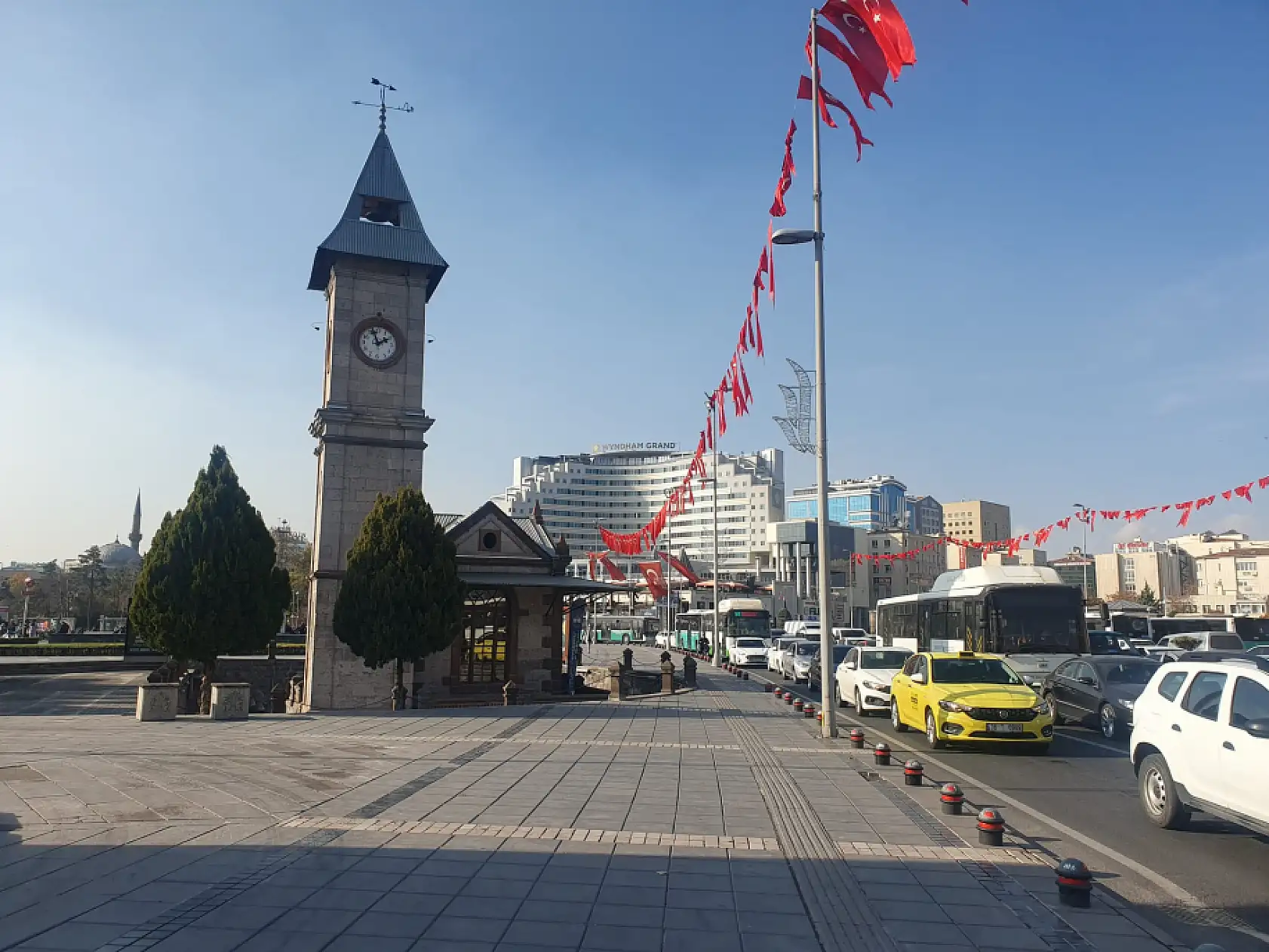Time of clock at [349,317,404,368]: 1:57
